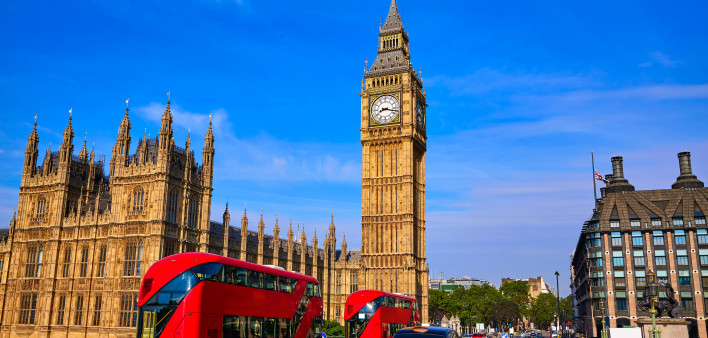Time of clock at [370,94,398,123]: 8:17
